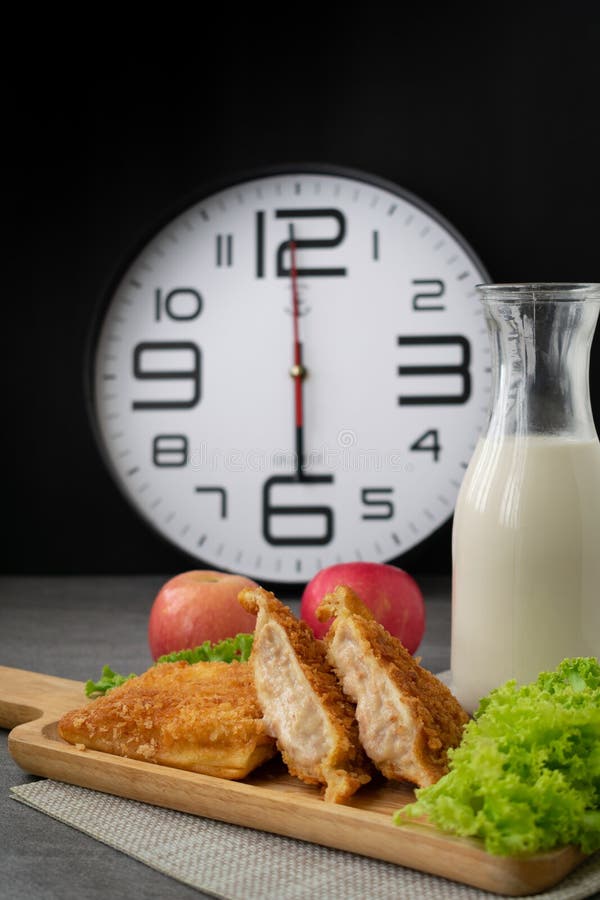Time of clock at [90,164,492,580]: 5:59
